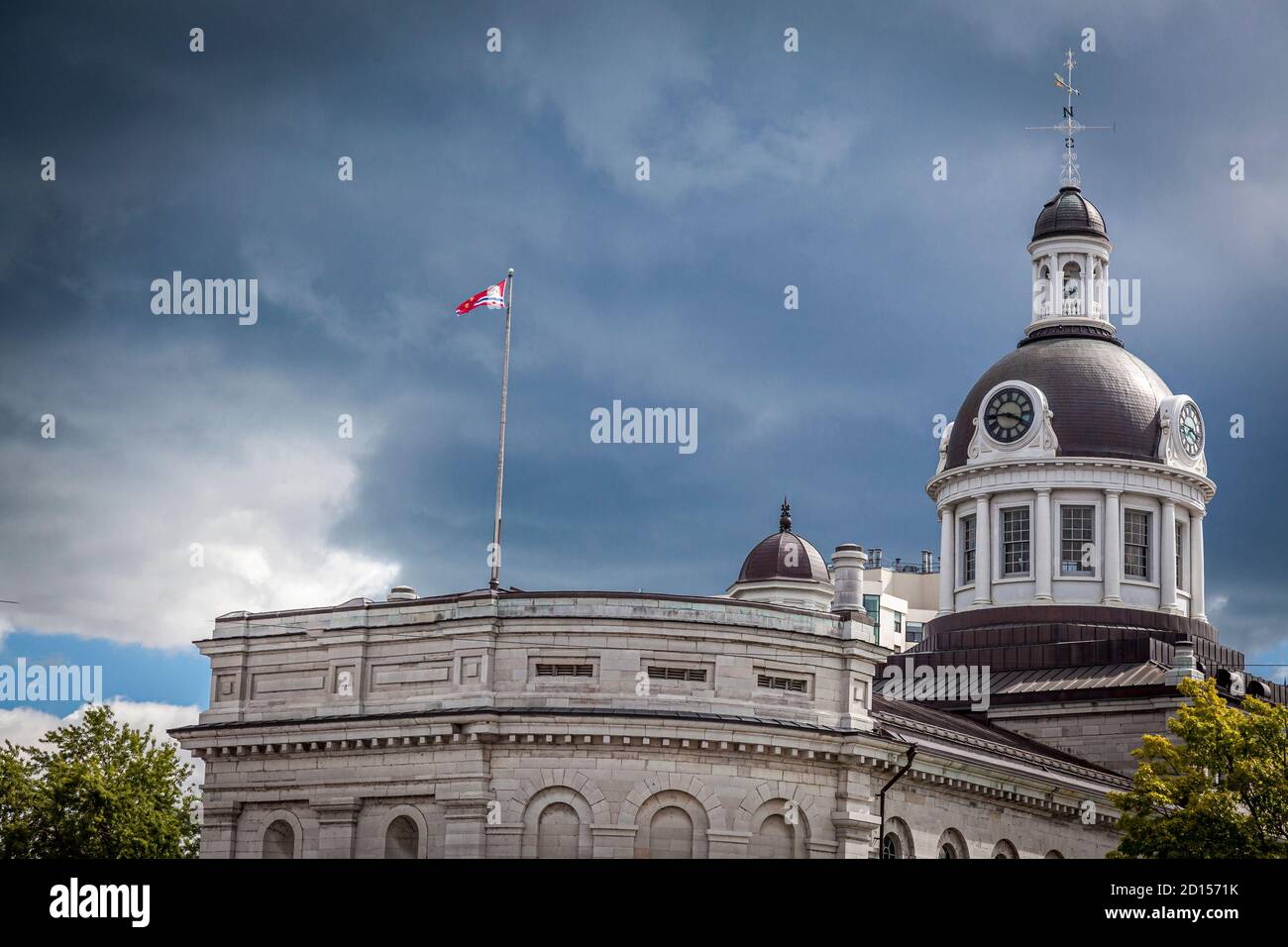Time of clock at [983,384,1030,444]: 3:43
